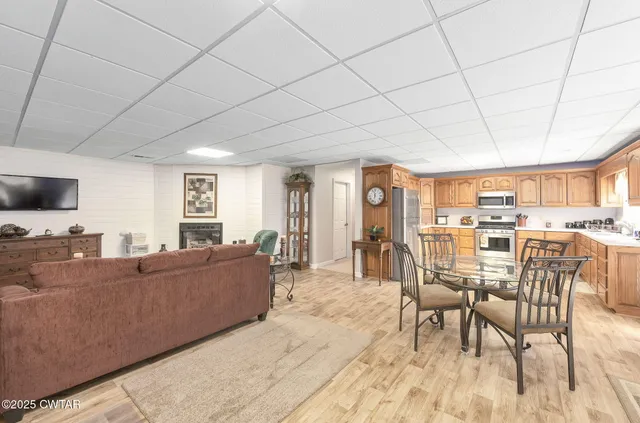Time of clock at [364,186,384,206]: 11:32
